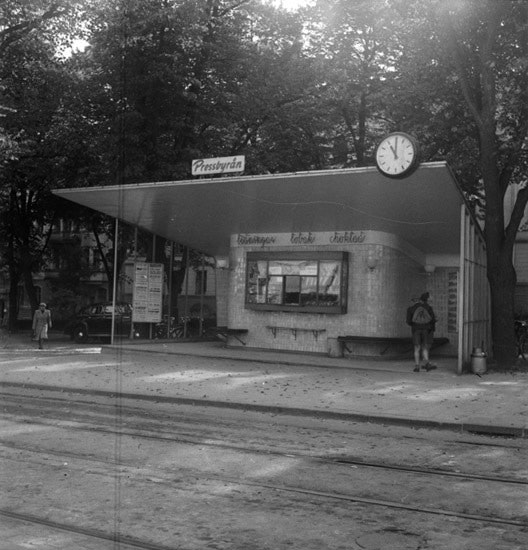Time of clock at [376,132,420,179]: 11:00
